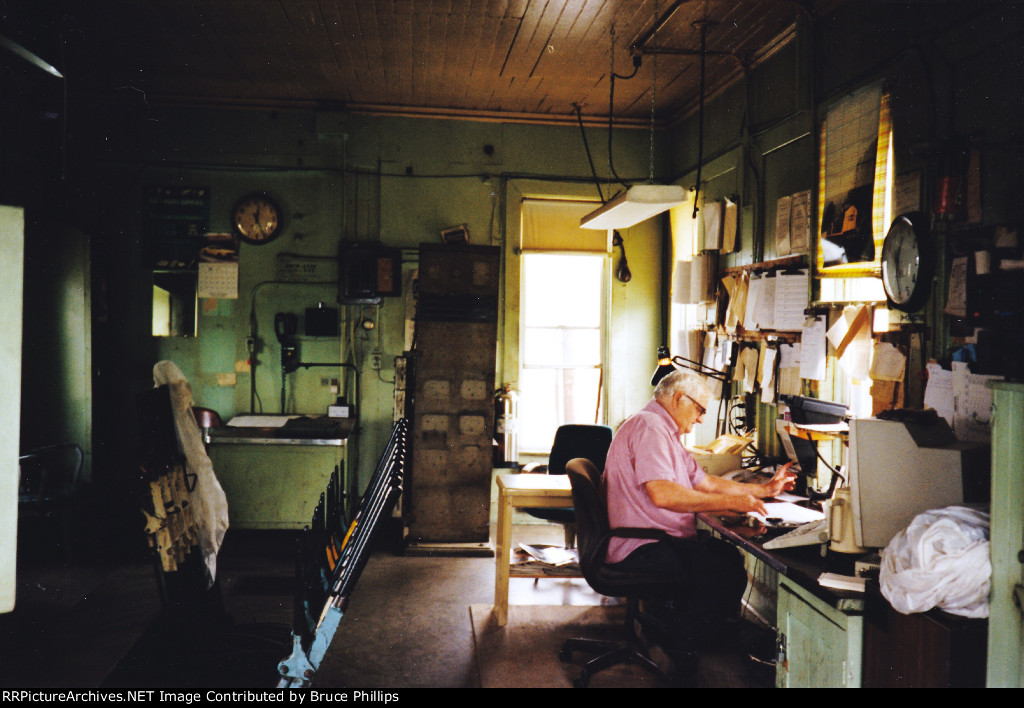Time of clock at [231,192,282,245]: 12:26
